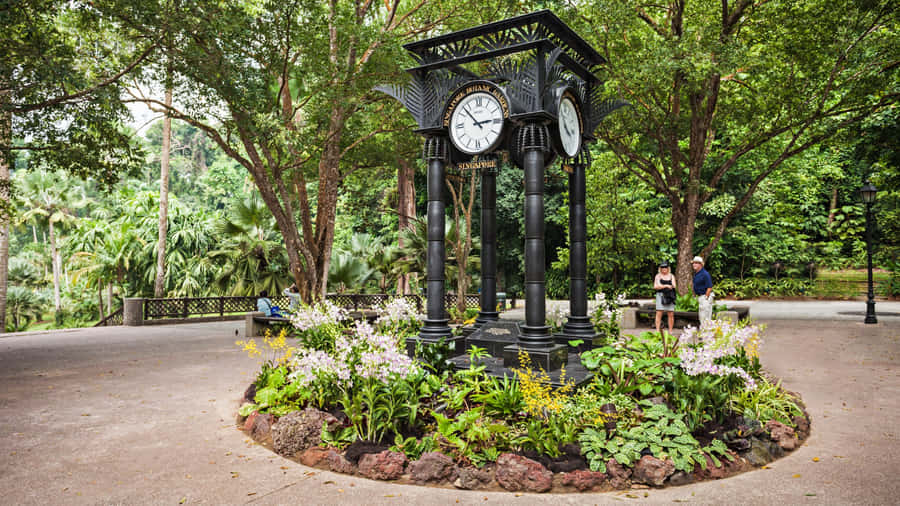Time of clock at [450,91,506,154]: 2:52
